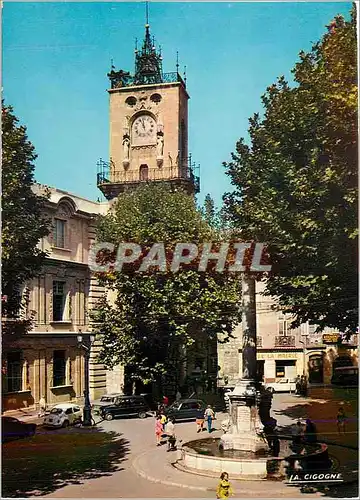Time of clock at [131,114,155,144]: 11:55
